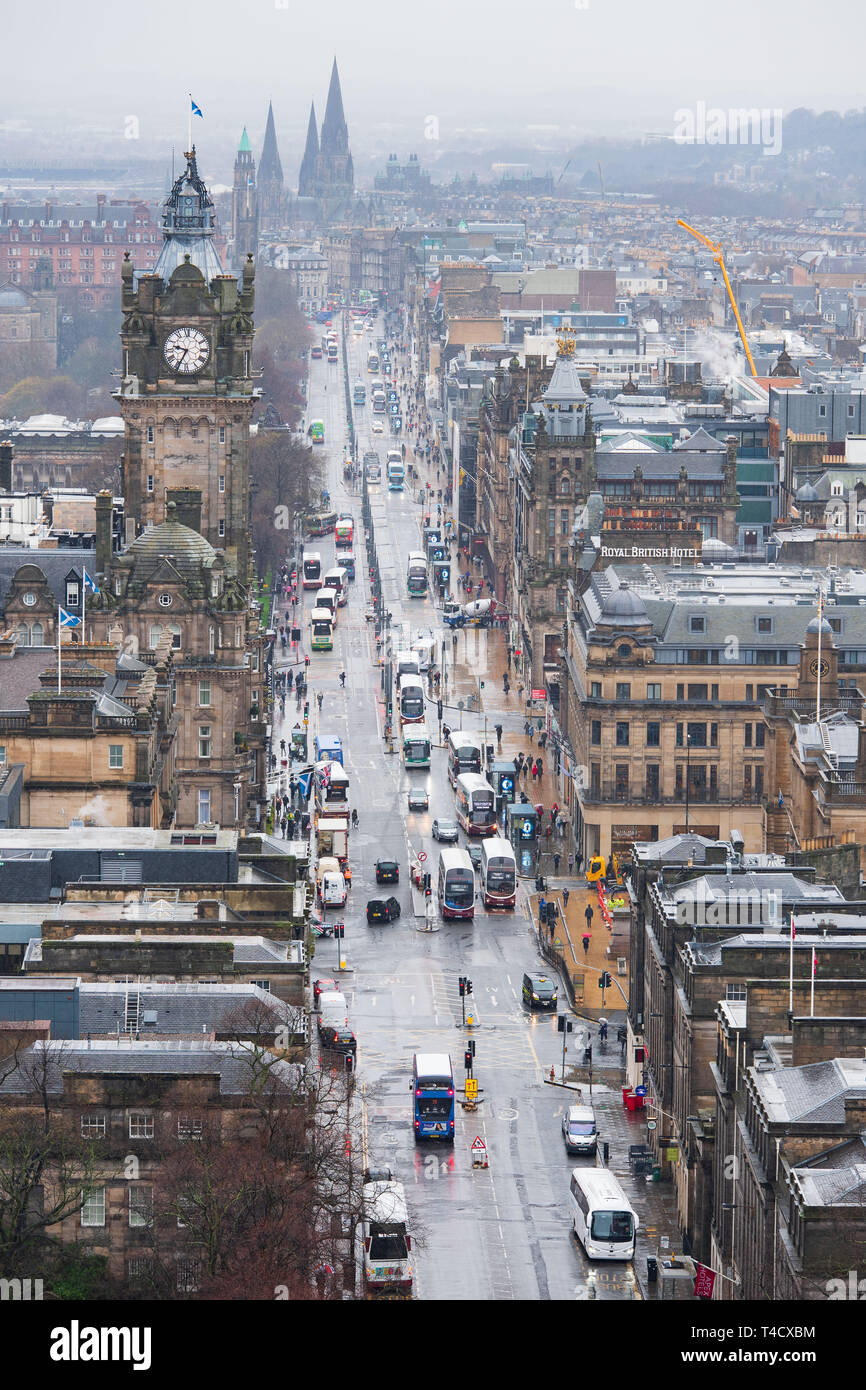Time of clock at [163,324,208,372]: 9:34
